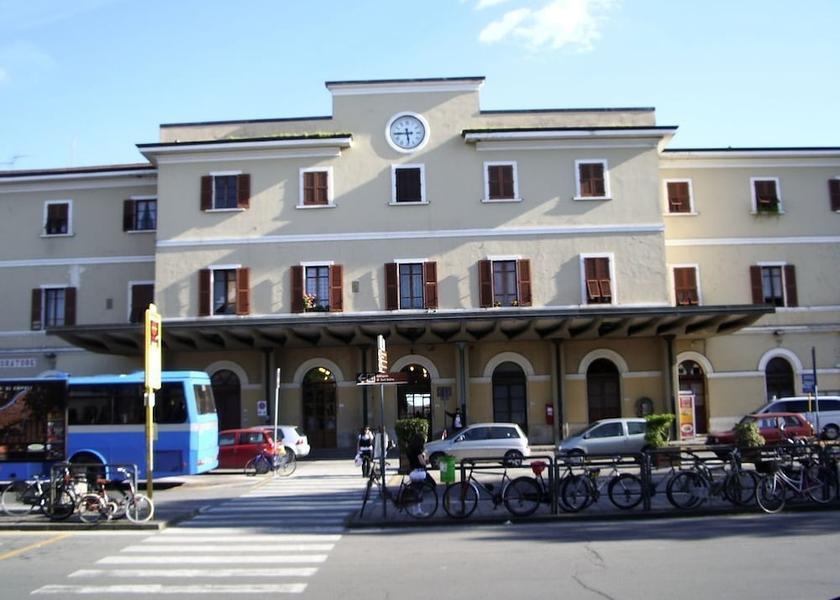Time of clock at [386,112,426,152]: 5:44
